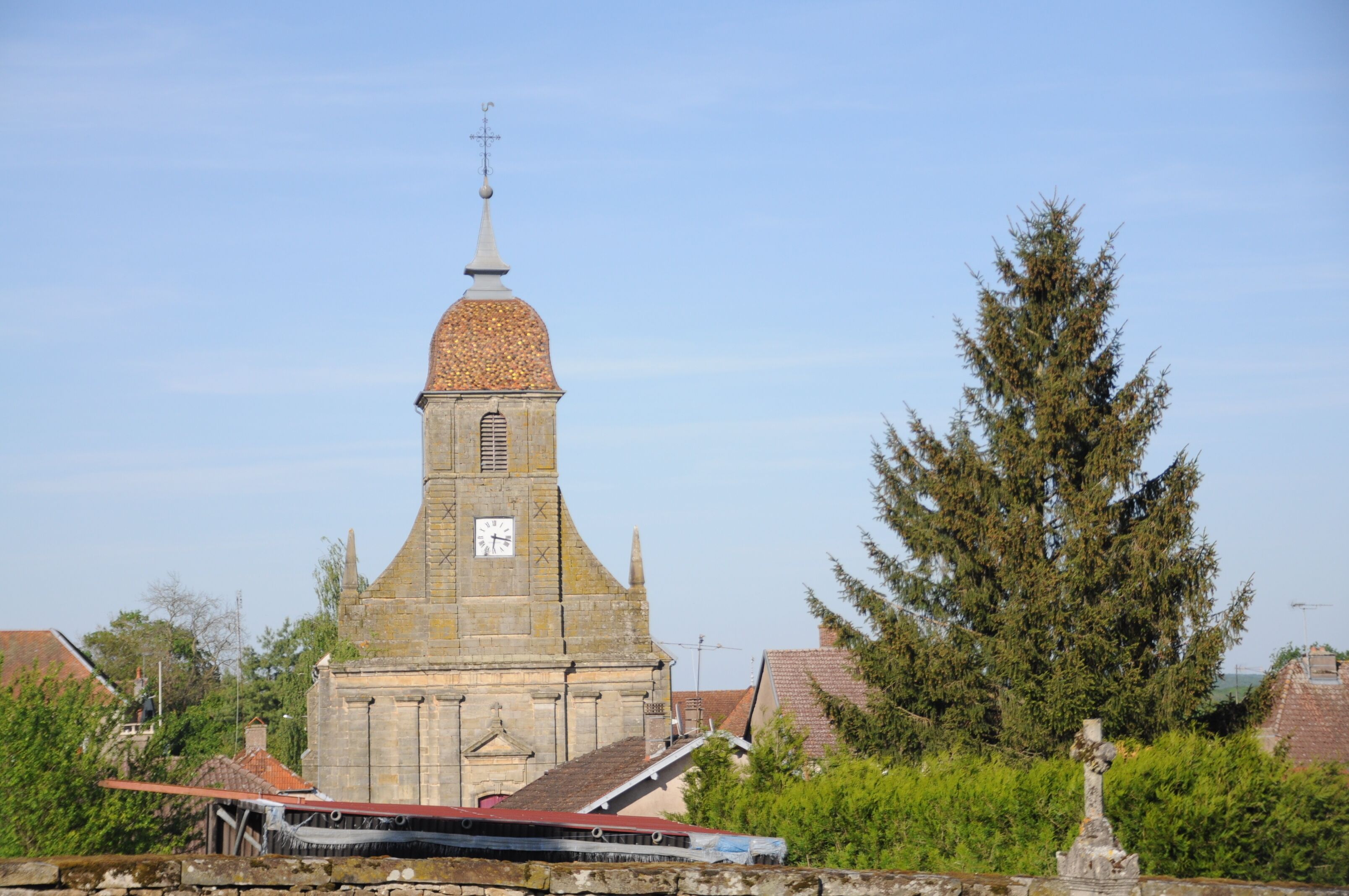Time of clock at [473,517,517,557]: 6:17
